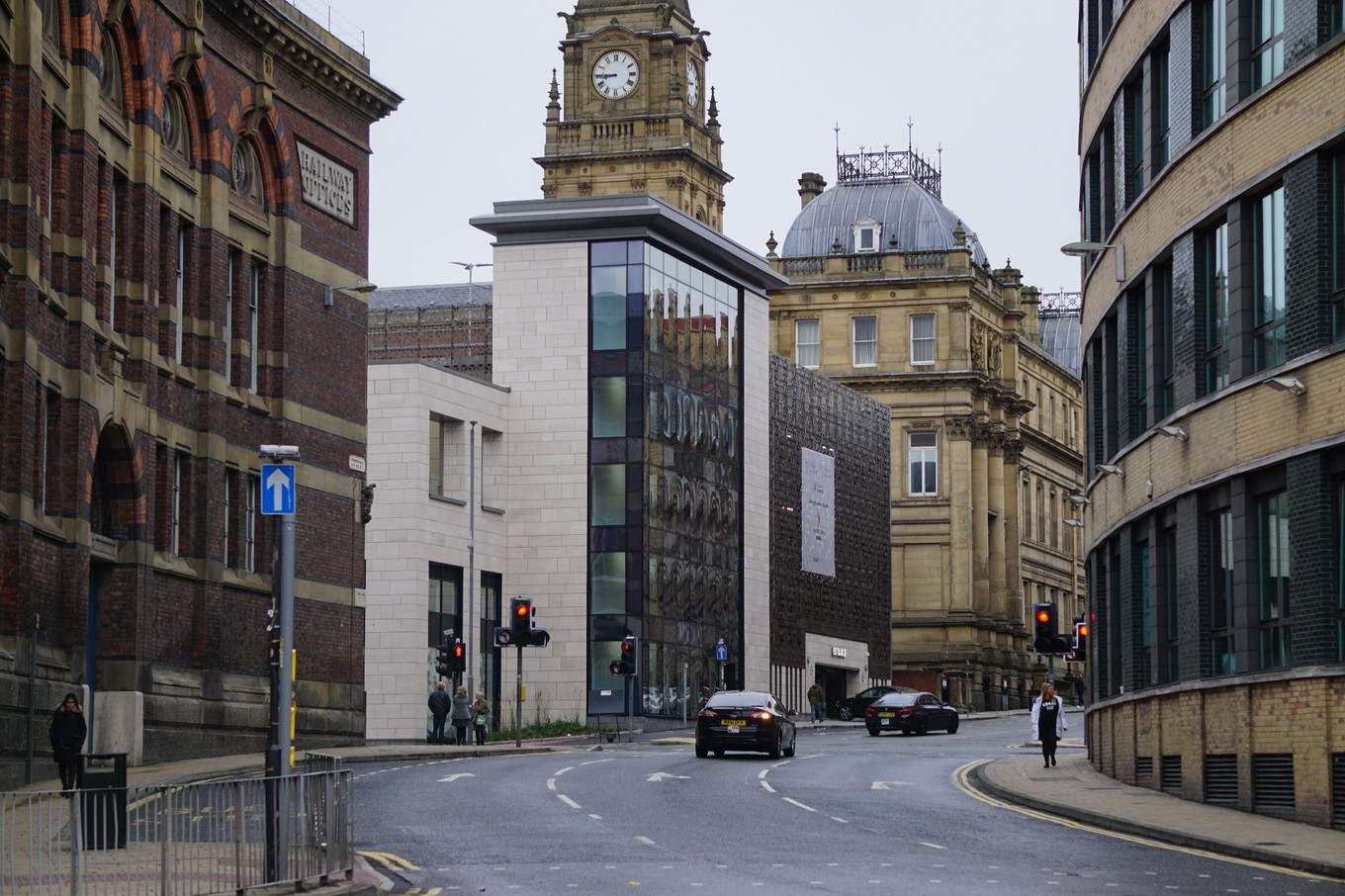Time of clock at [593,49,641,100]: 8:45
